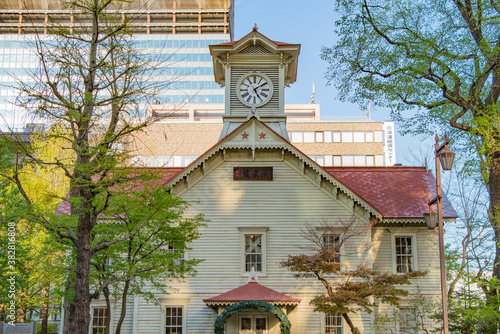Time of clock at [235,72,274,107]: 5:09
